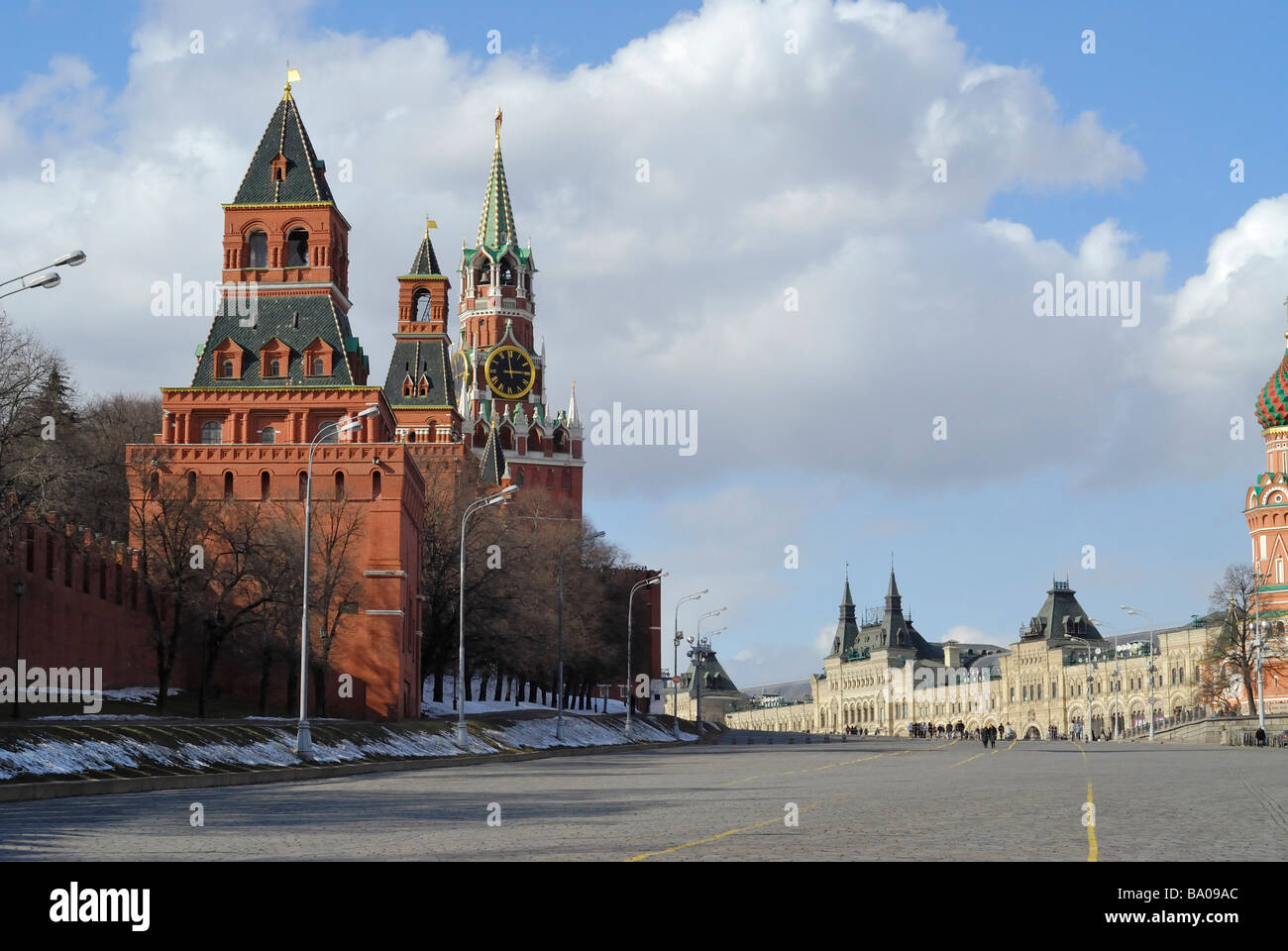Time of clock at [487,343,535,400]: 2:58
